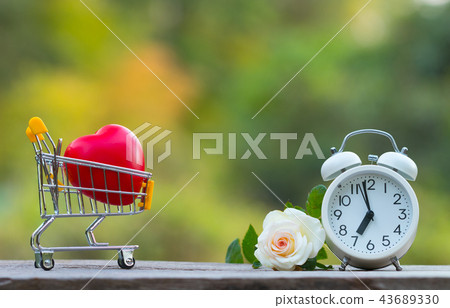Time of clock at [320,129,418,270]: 6:58
